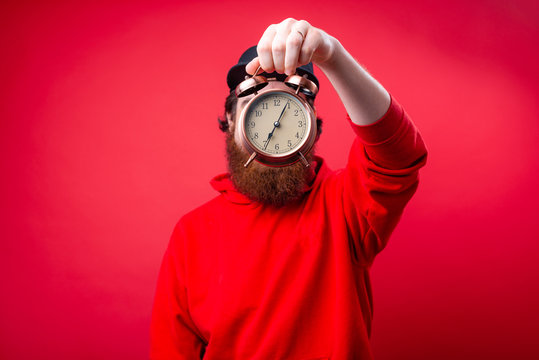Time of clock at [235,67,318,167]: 7:04
